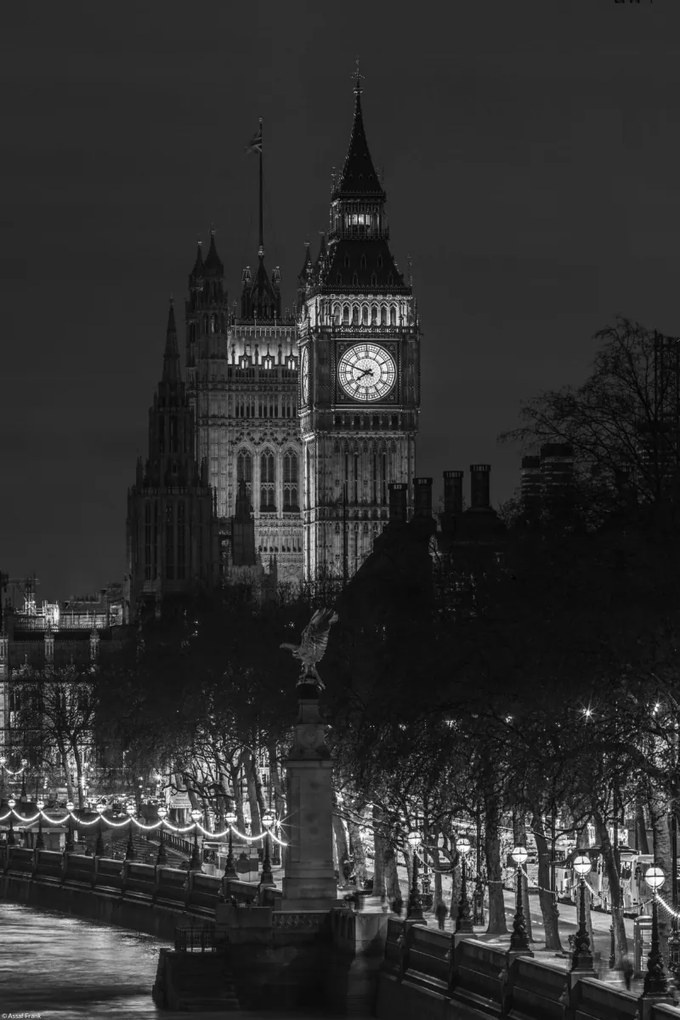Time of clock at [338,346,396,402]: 7:48
